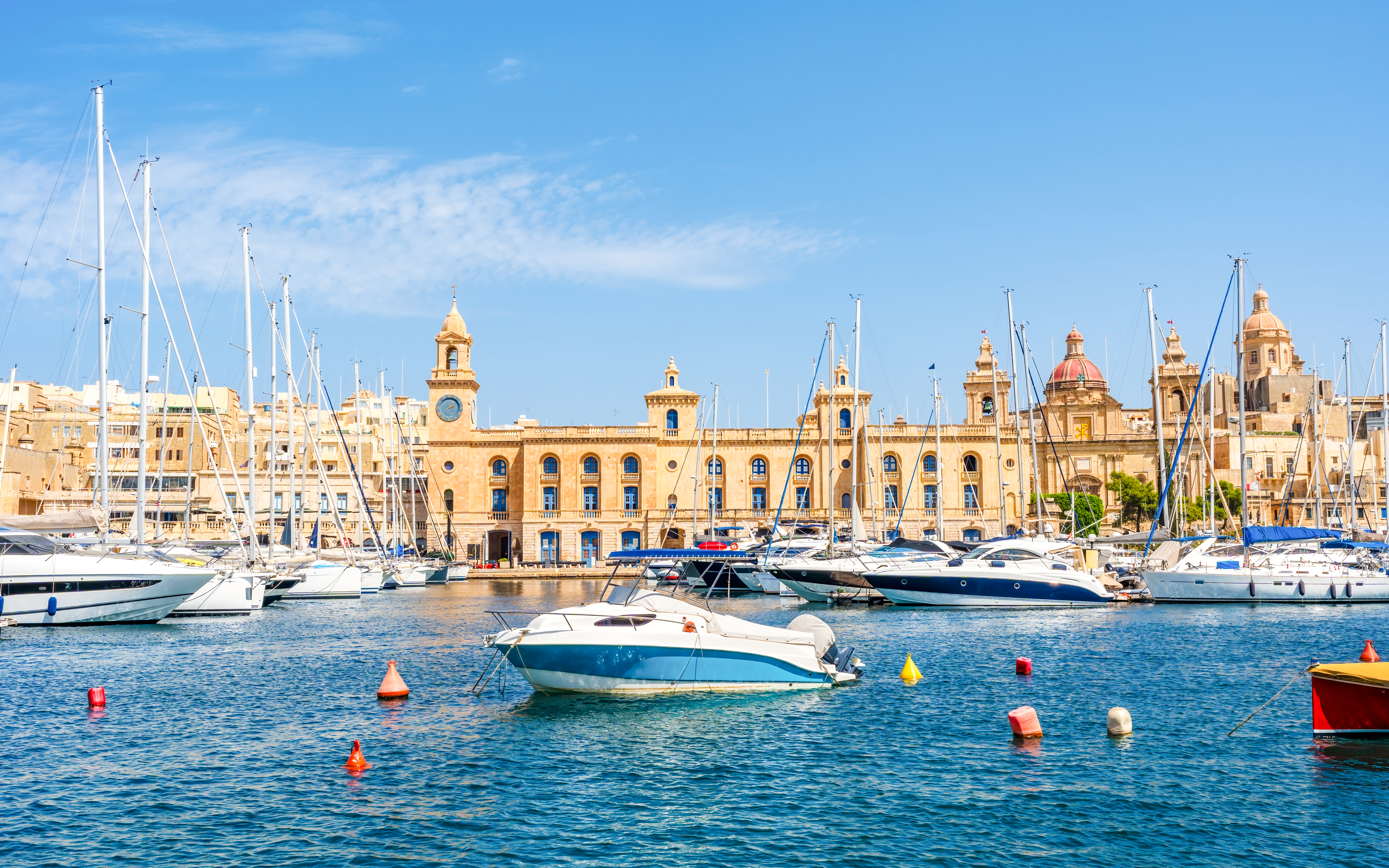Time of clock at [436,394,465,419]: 2:03
